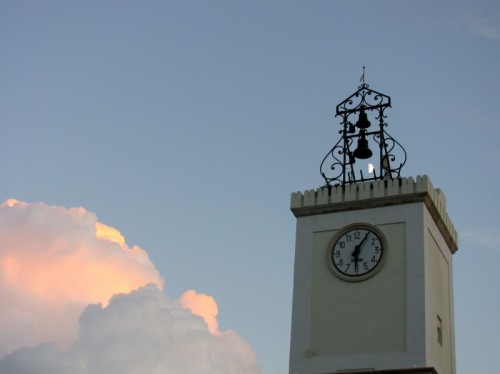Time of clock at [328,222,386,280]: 6:05
